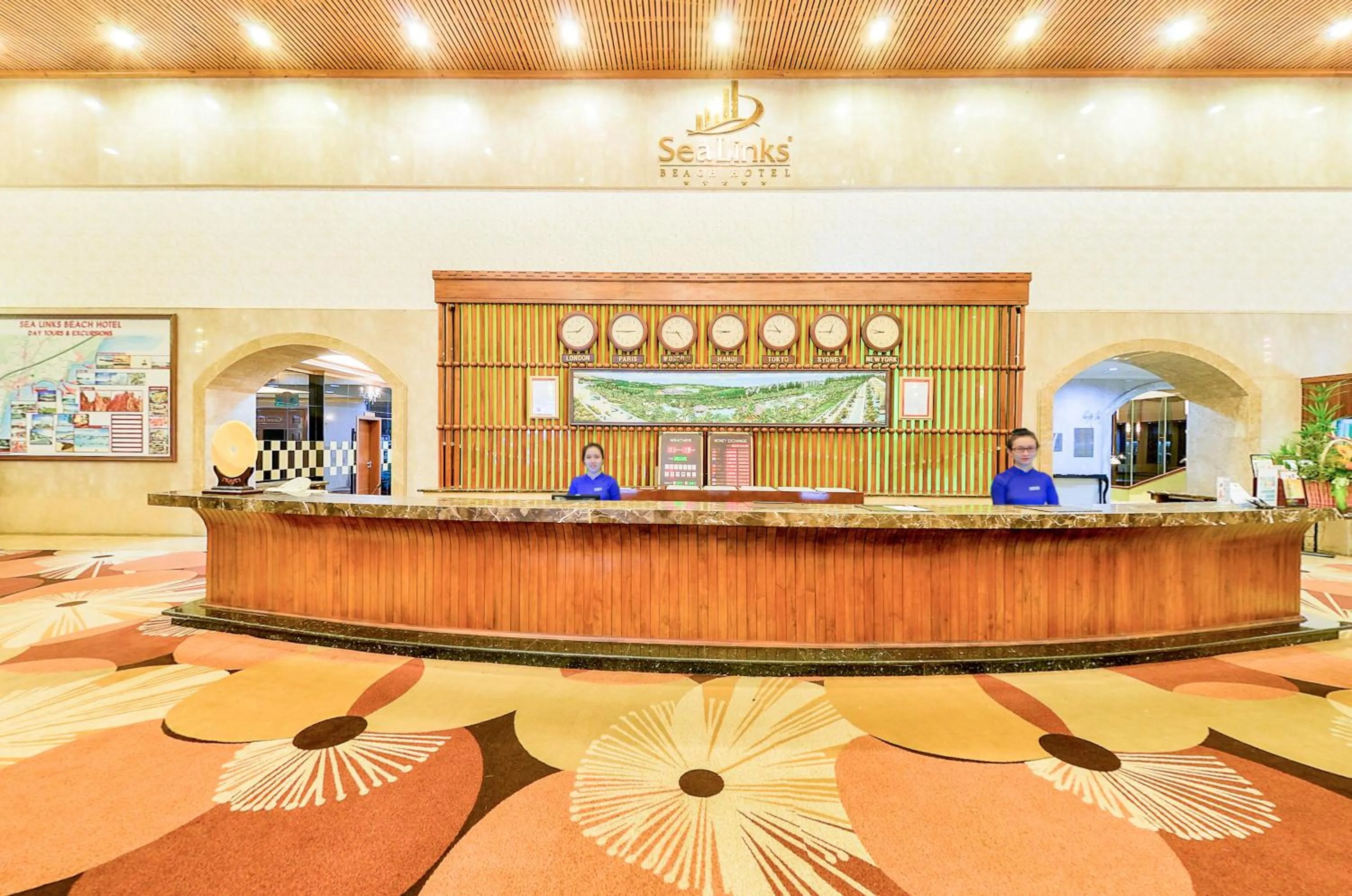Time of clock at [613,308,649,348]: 2:45
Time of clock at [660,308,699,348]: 4:45
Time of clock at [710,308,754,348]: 8:45
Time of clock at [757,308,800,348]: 10:45
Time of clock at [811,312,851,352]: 12:44
